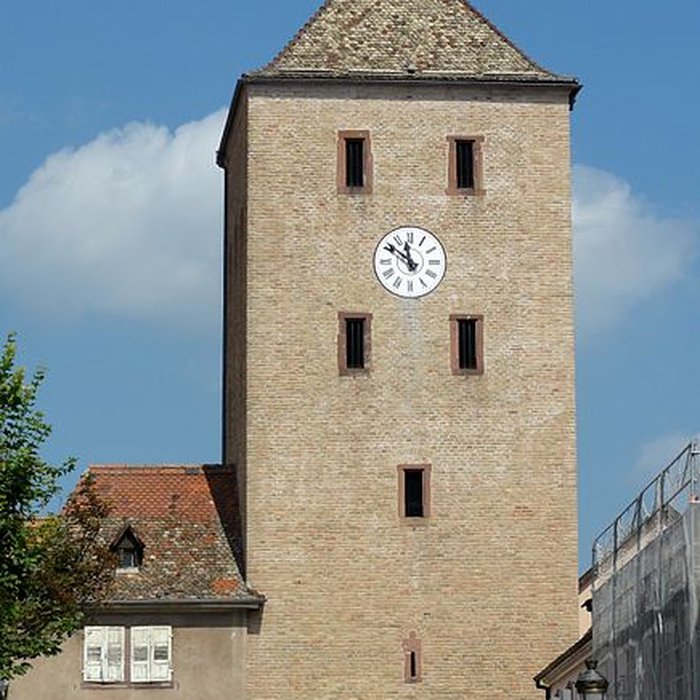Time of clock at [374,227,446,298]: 11:51
